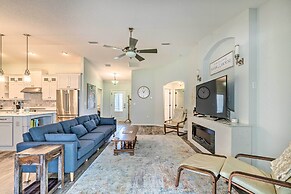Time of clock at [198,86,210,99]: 12:52
